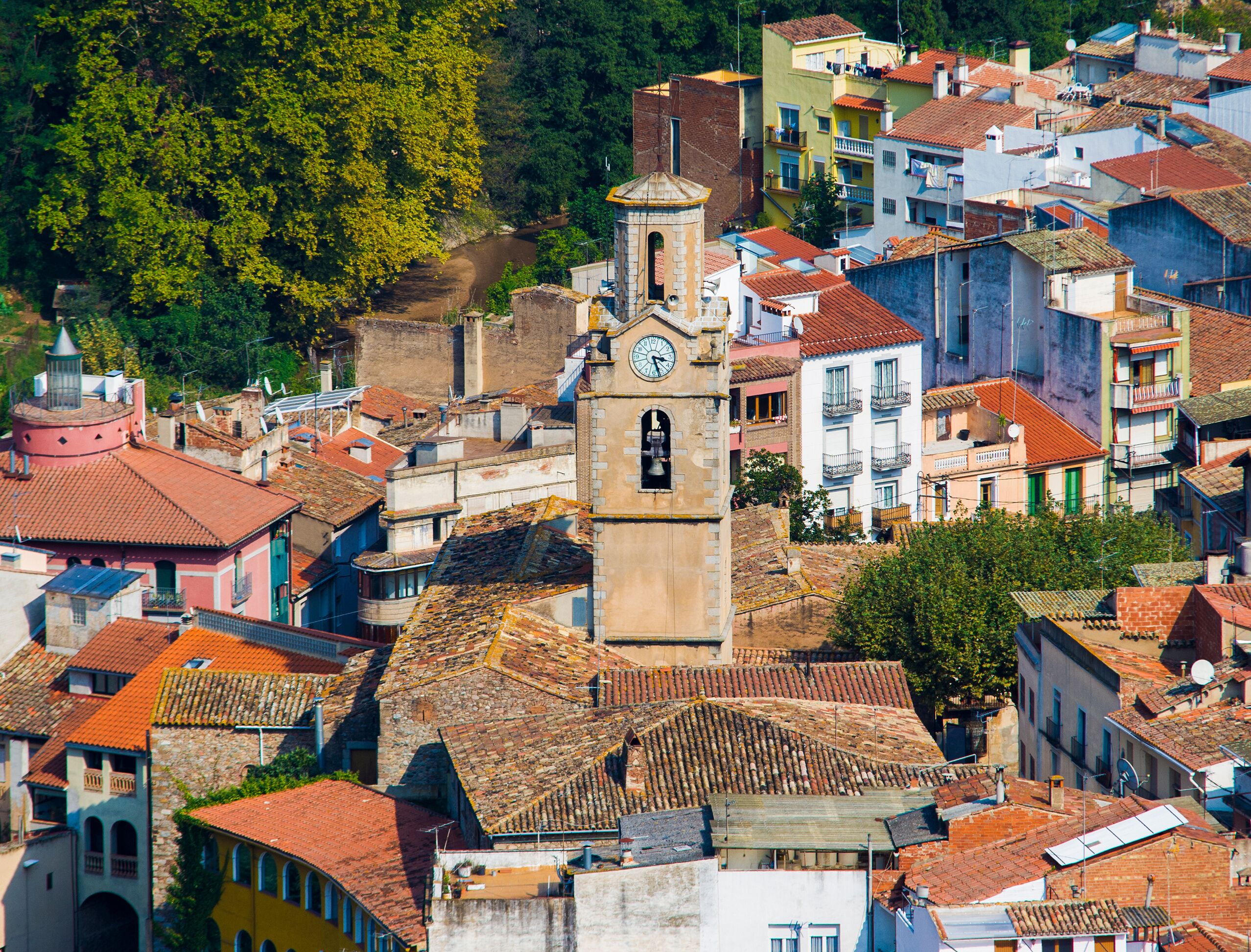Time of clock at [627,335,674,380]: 3:27
